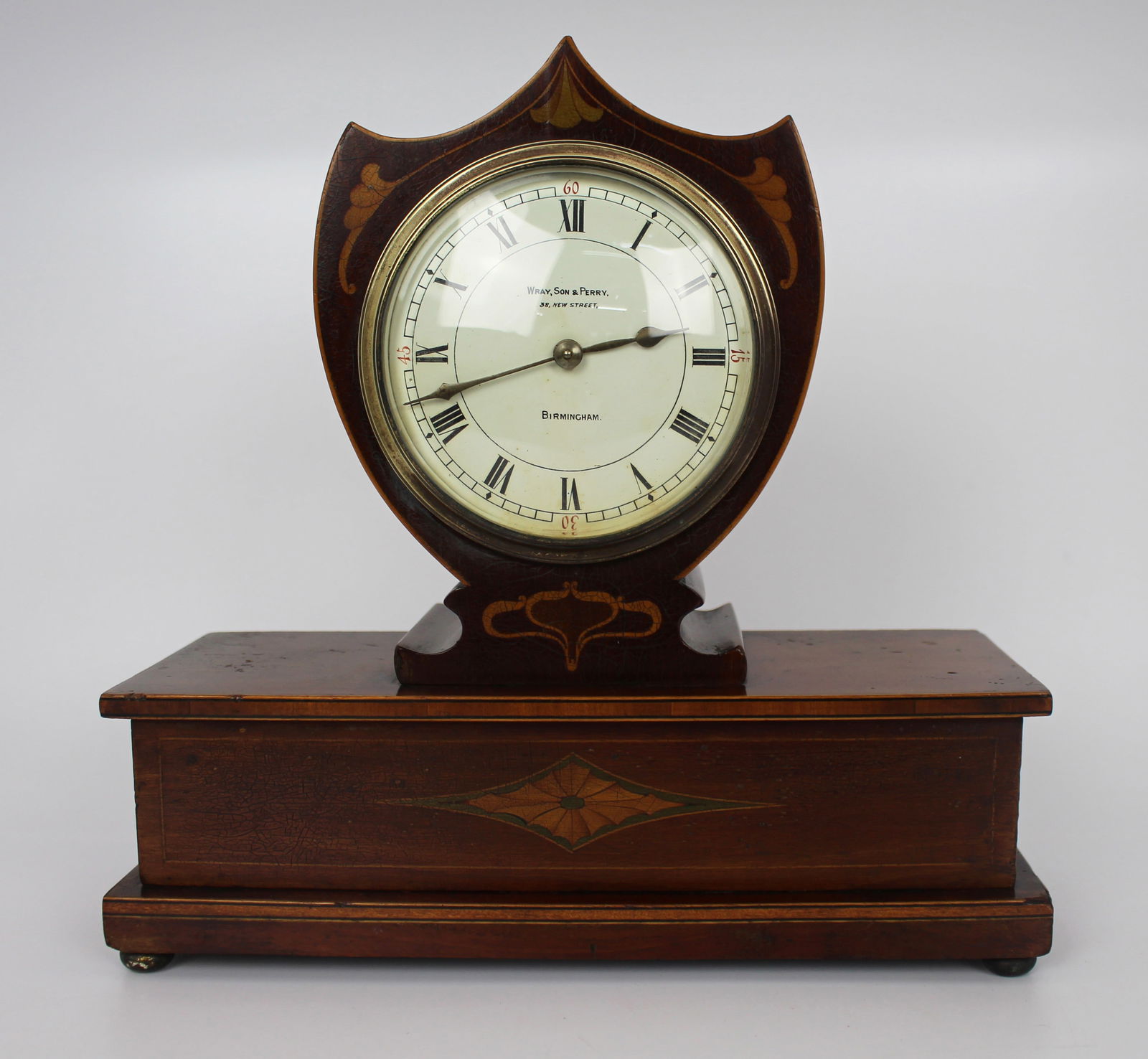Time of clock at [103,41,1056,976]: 2:41
